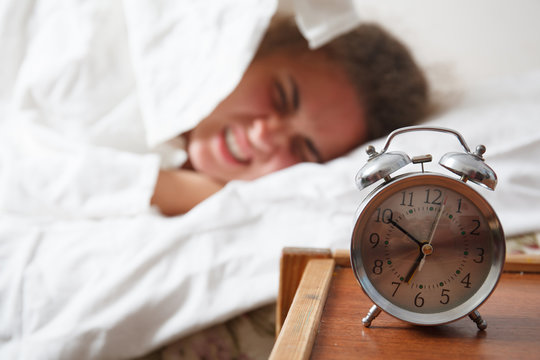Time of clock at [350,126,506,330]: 6:50
